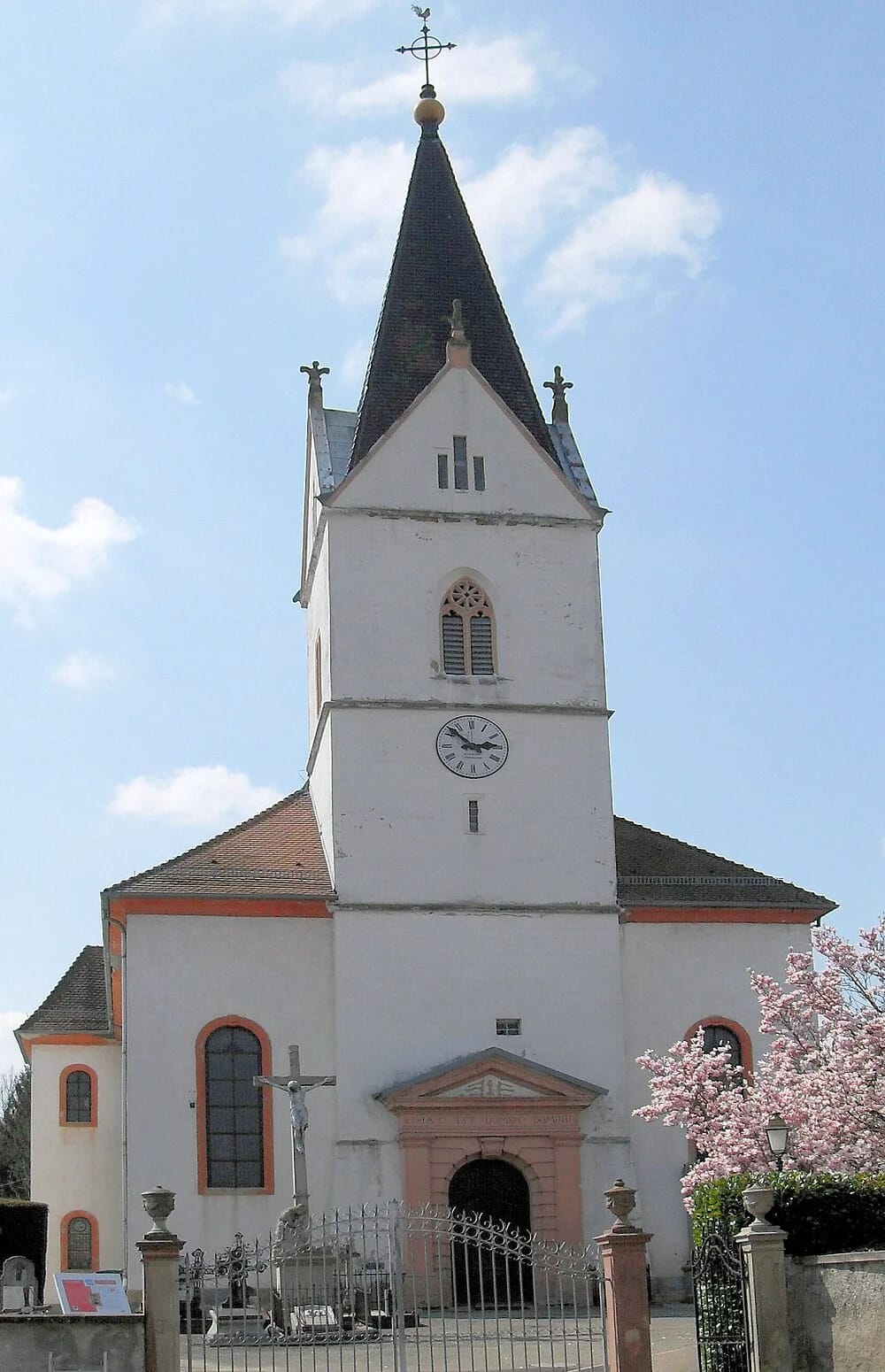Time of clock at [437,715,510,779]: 2:52
